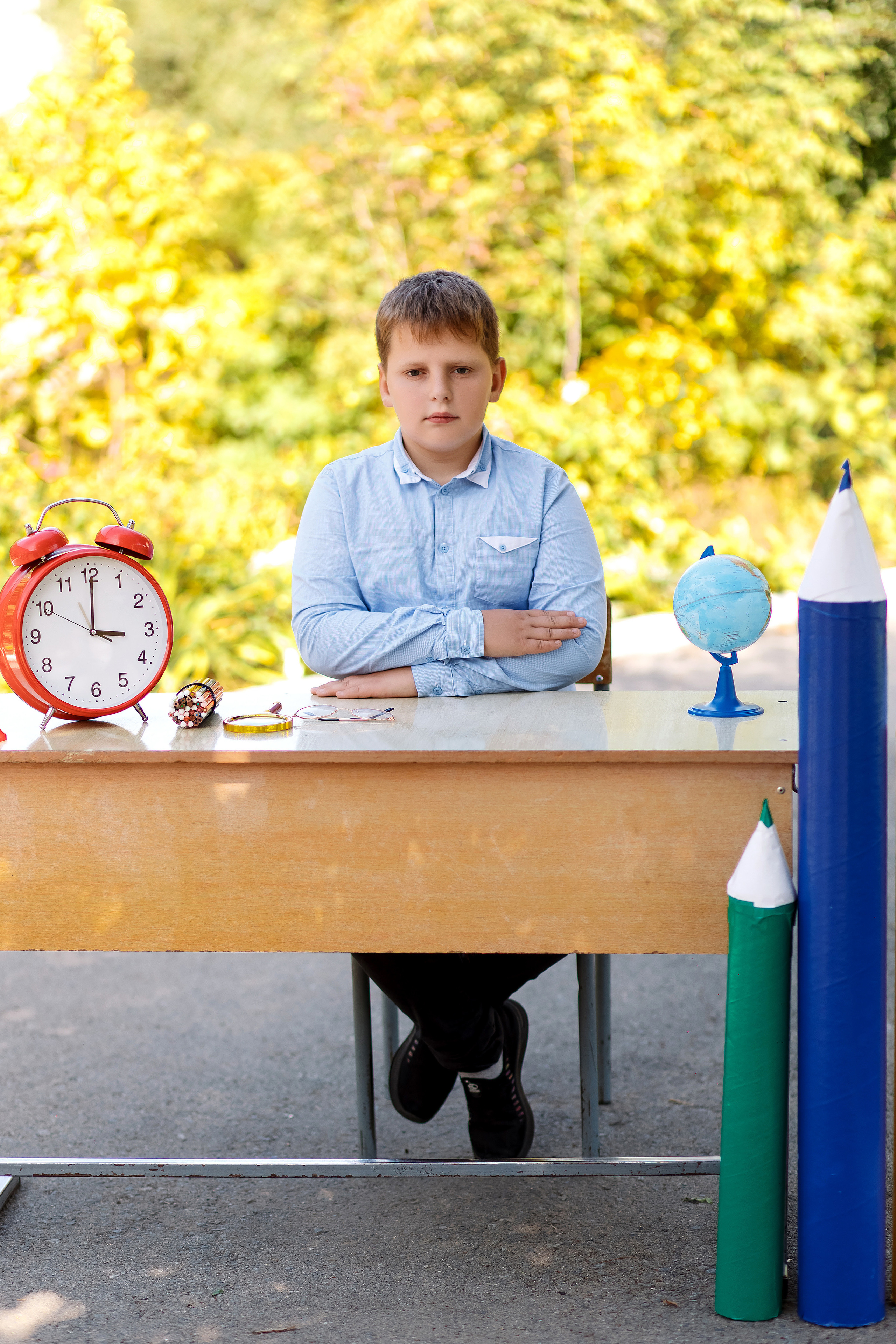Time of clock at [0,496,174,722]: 3:00
